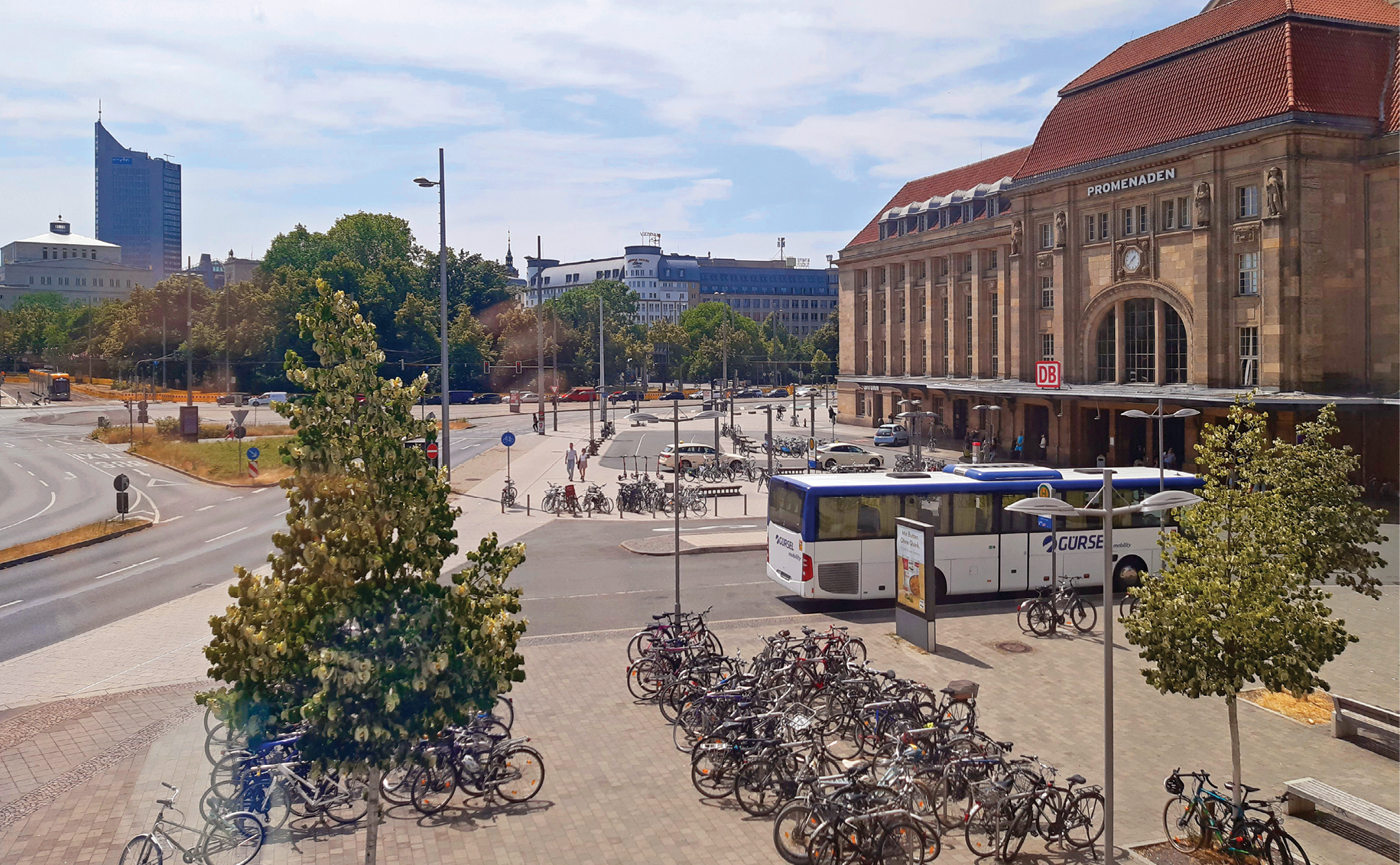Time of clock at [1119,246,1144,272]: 1:37
